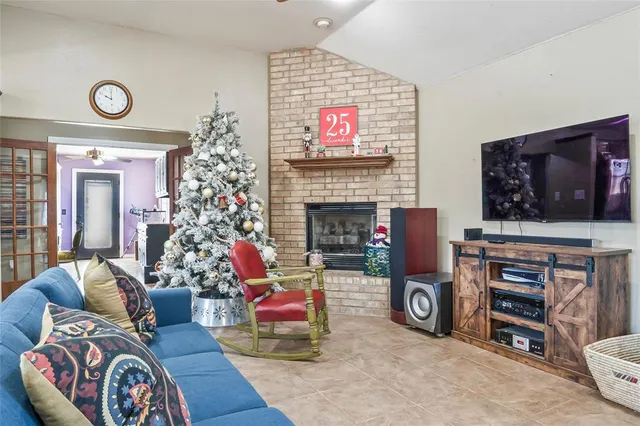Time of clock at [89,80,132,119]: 10:00
